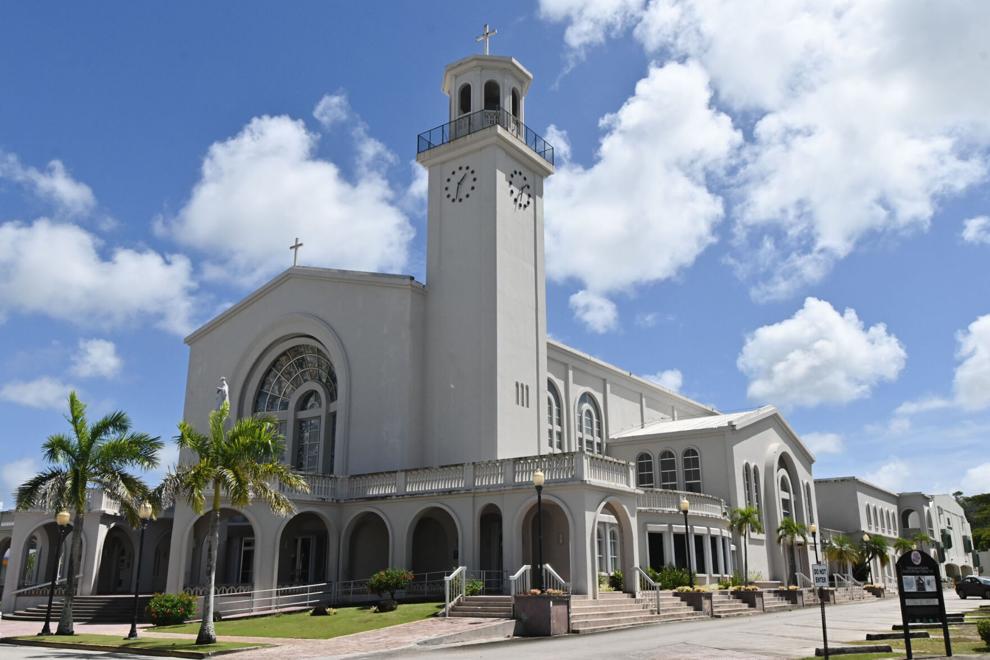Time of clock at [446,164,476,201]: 1:32
